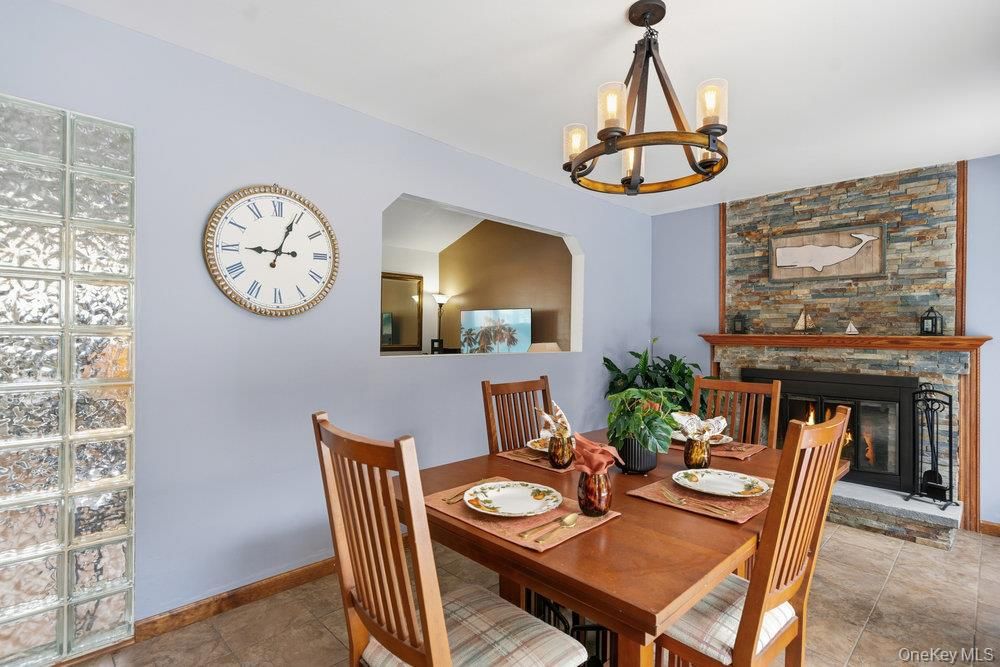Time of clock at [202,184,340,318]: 9:04
